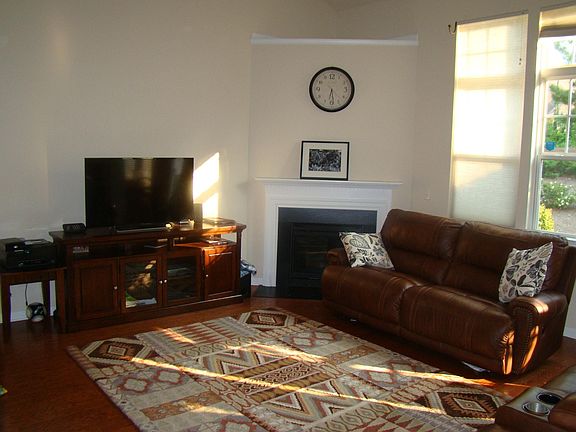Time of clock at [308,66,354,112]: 6:28
